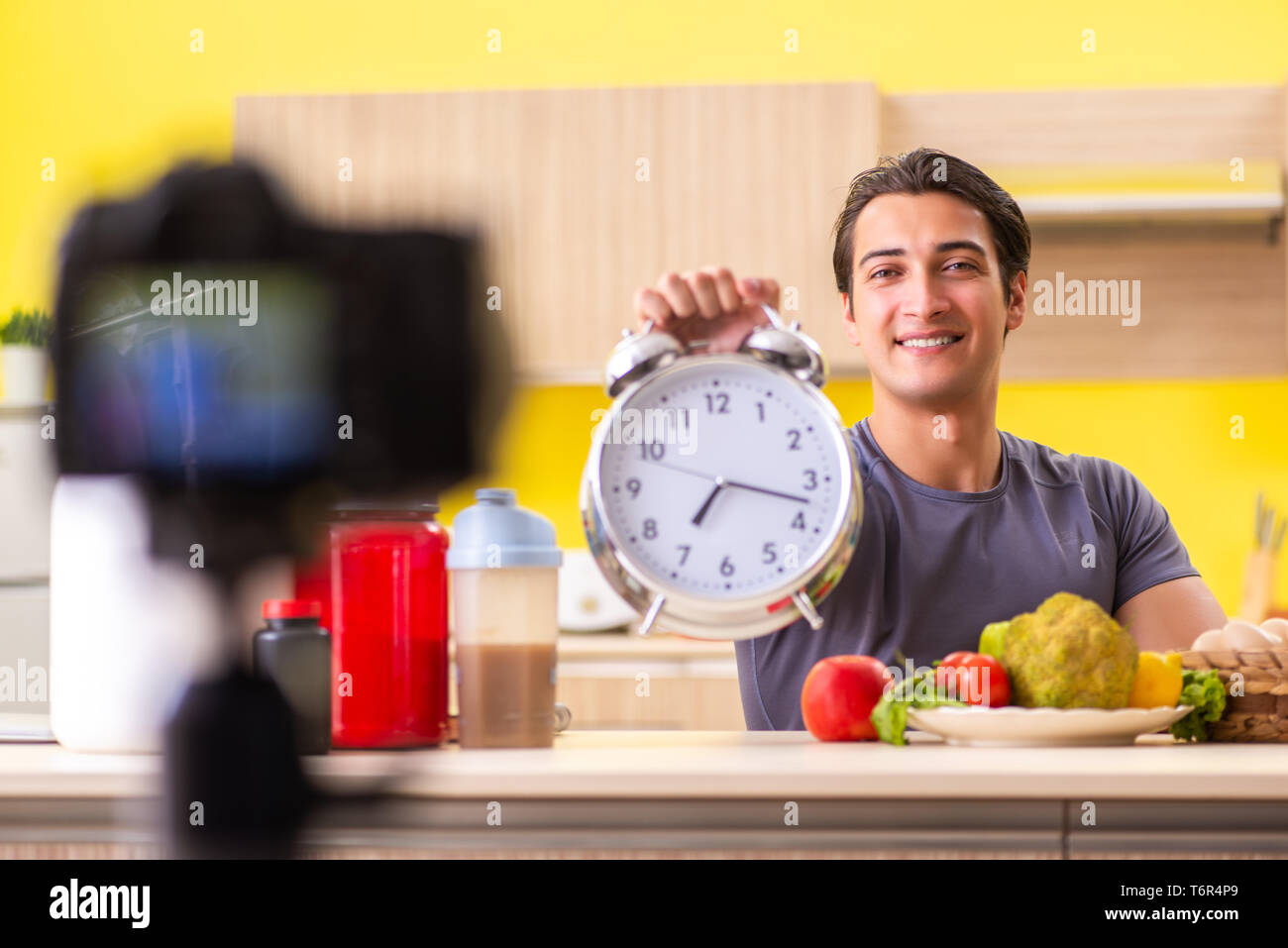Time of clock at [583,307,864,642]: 7:17
